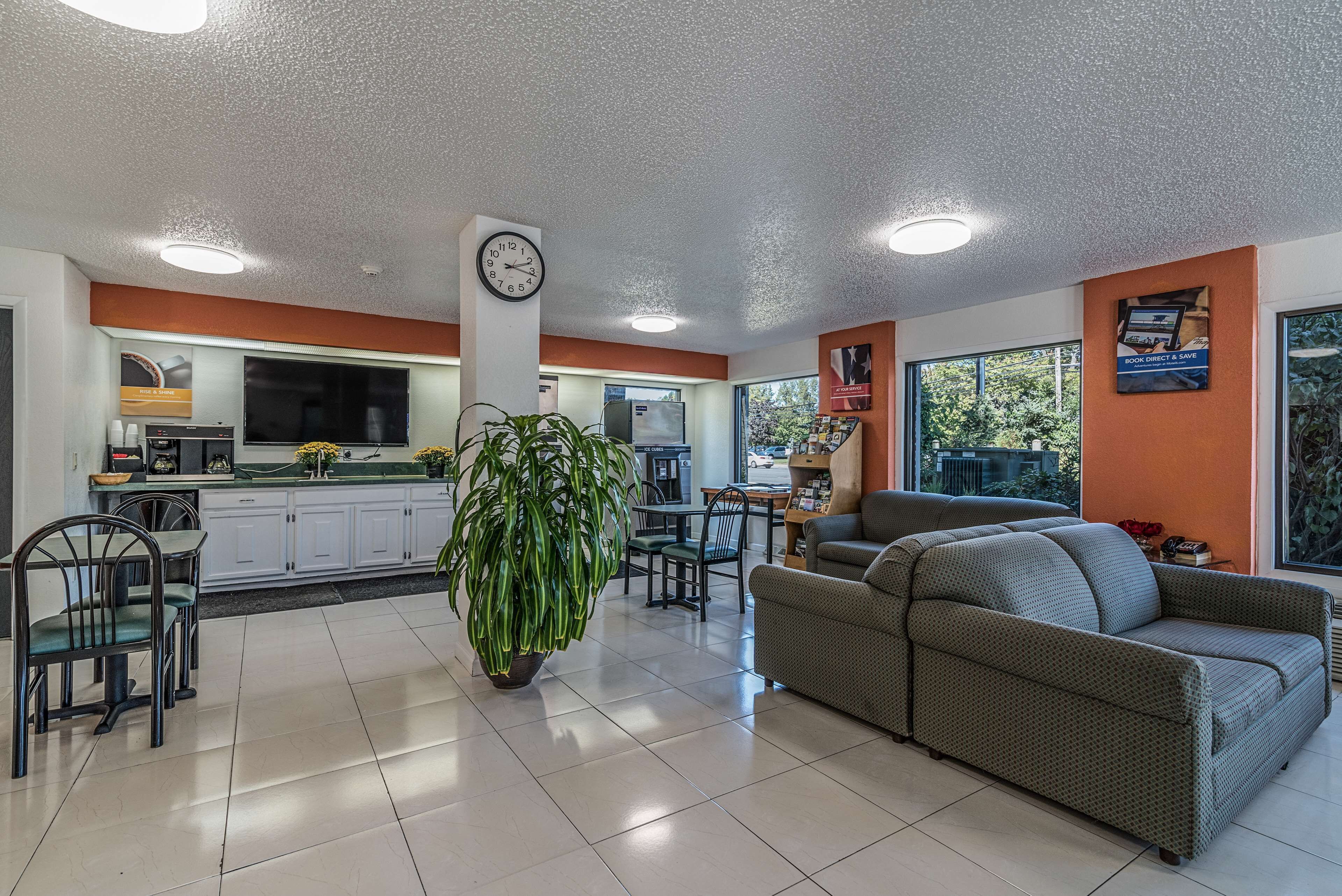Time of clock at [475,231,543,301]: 2:16
